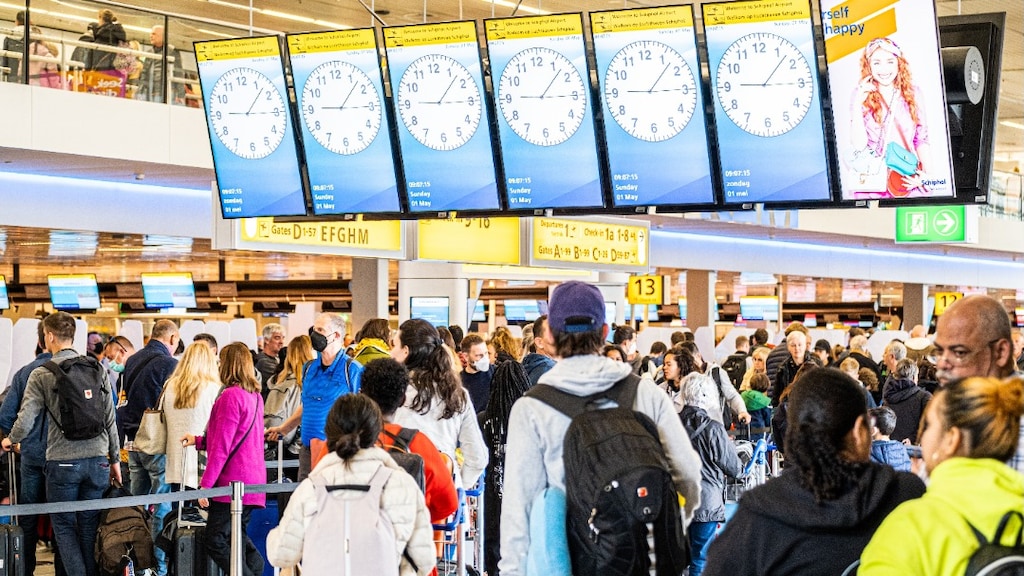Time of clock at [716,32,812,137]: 9:07
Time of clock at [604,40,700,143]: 9:07
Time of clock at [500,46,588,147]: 9:07
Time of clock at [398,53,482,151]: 9:07
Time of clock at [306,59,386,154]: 9:07
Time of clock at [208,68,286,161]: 9:07
